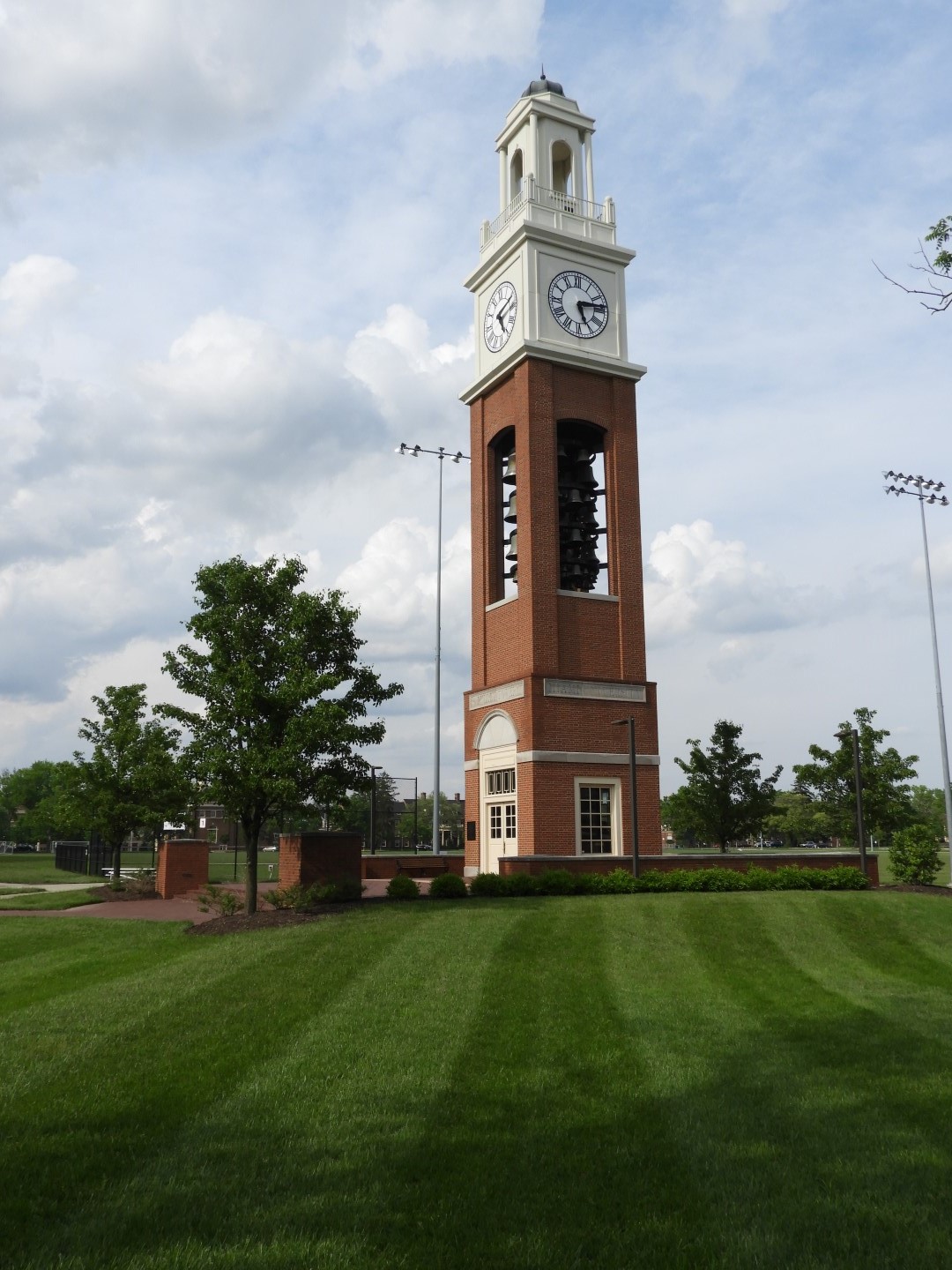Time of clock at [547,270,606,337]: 5:13
